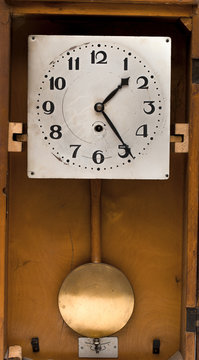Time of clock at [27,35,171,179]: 1:24
